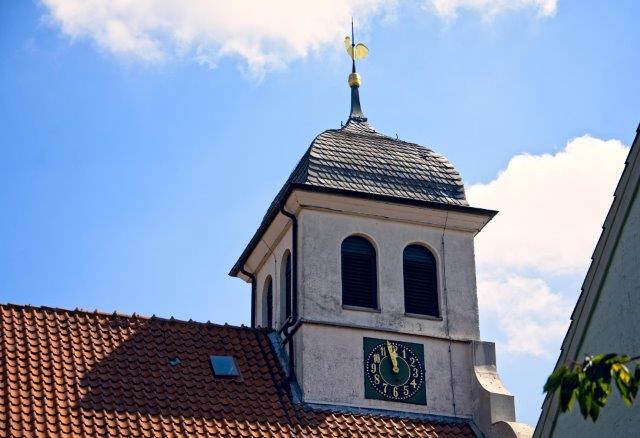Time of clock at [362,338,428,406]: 11:57
